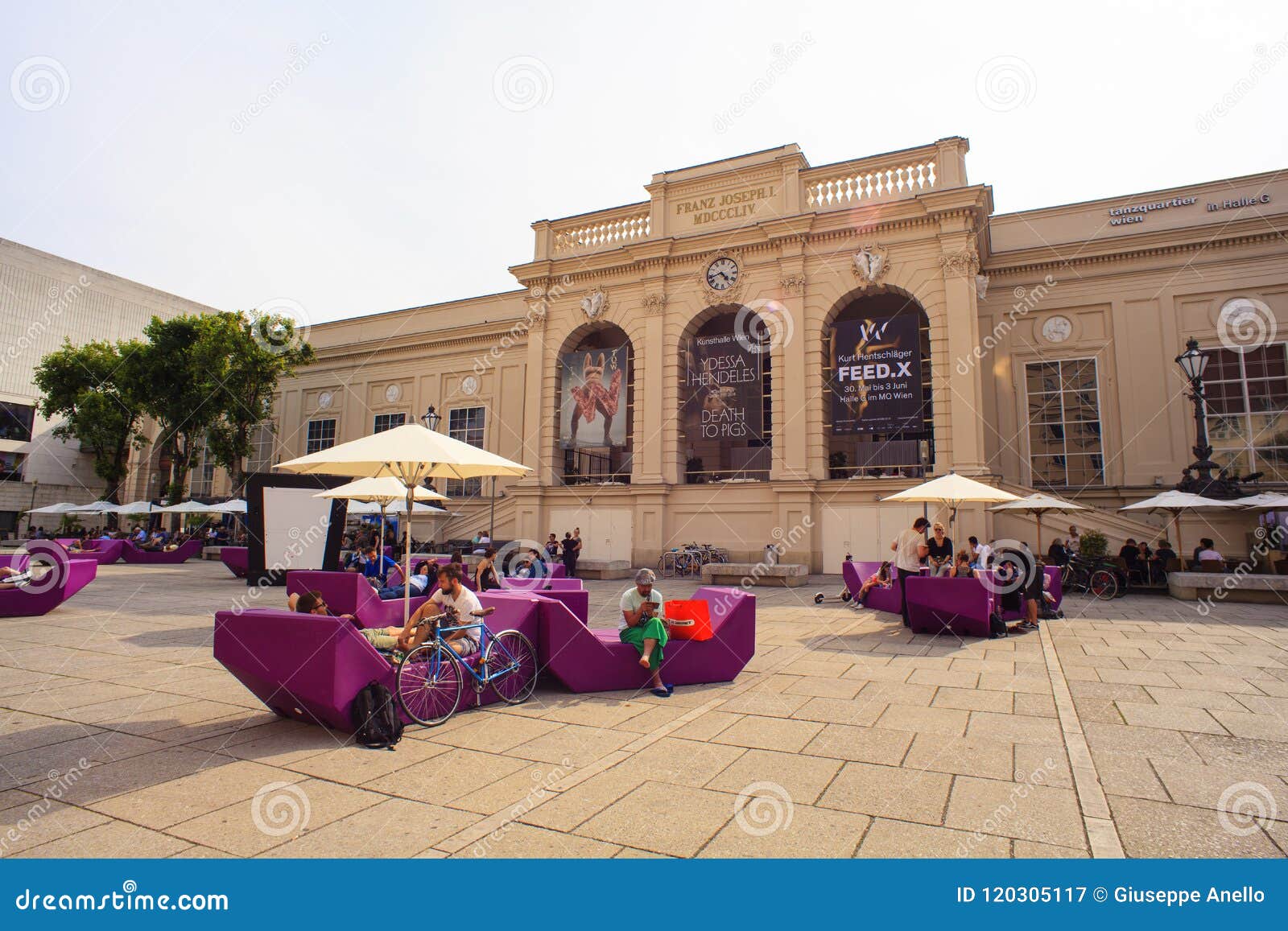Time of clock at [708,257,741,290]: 4:42
